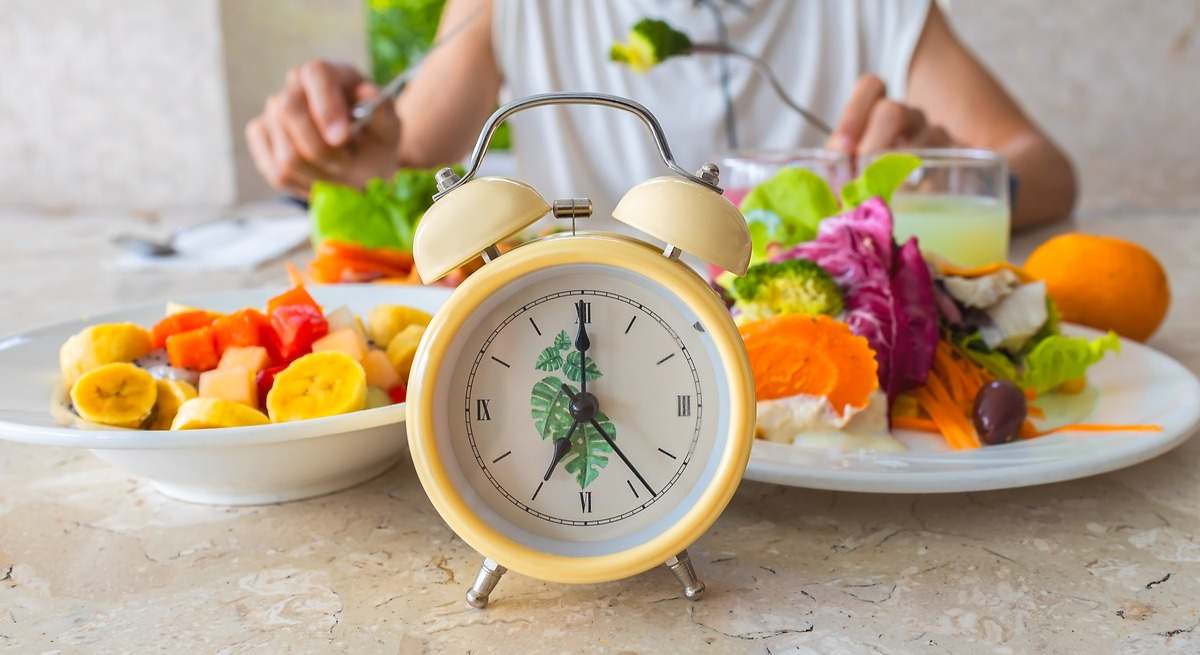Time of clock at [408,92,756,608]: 7:00
